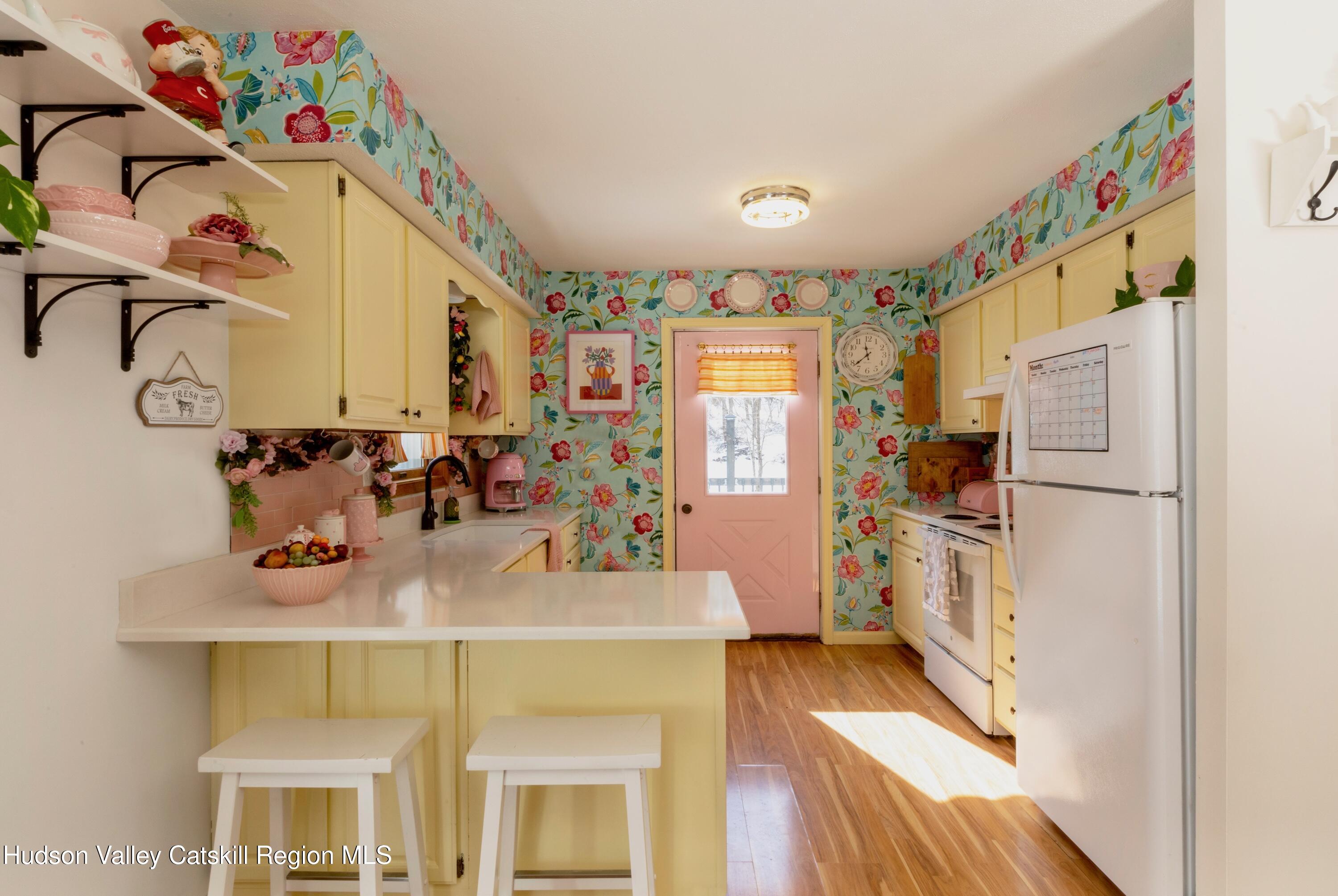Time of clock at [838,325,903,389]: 11:38
